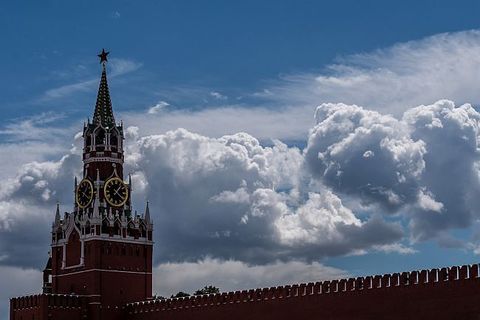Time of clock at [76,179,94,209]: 1:20
